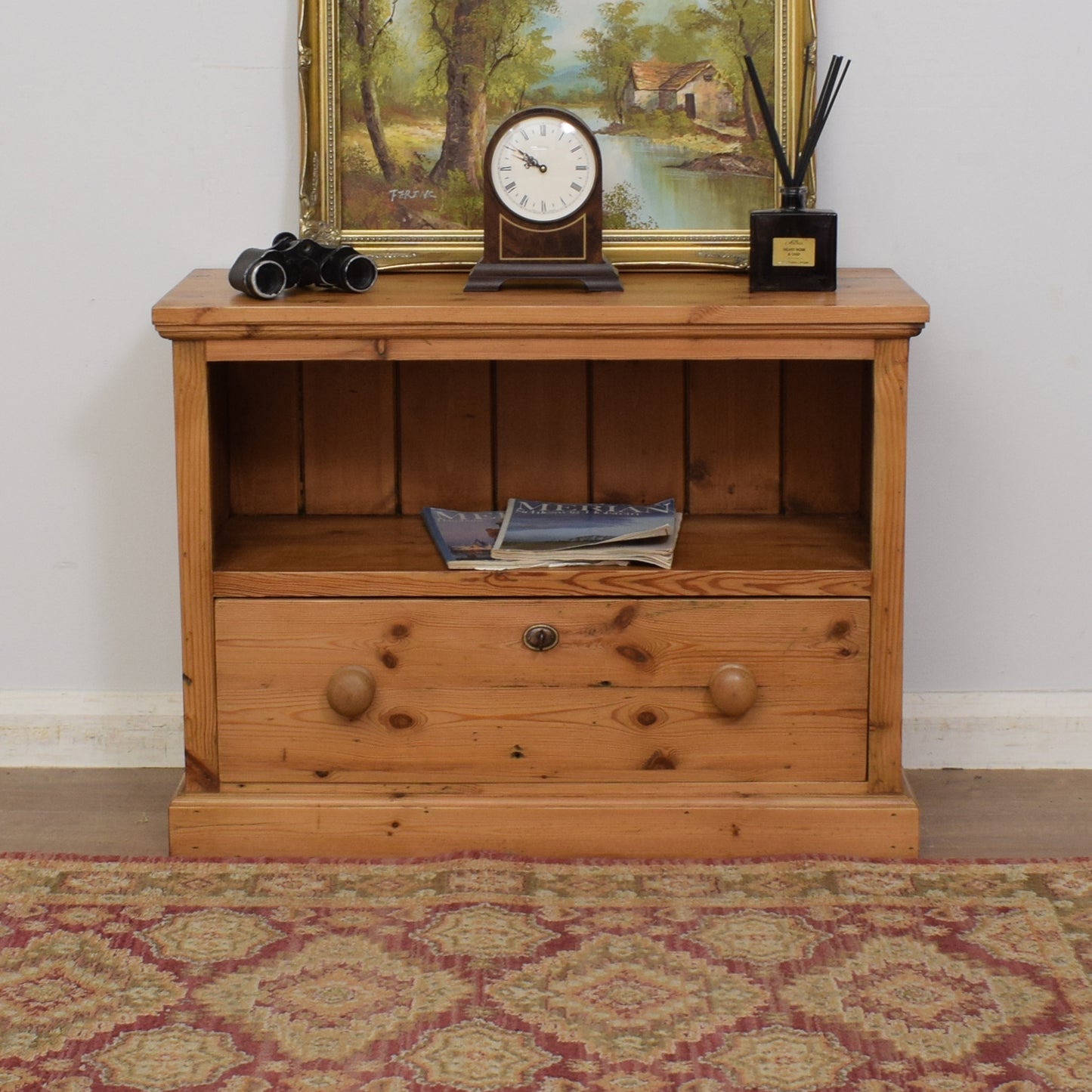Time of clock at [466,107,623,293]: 9:50
